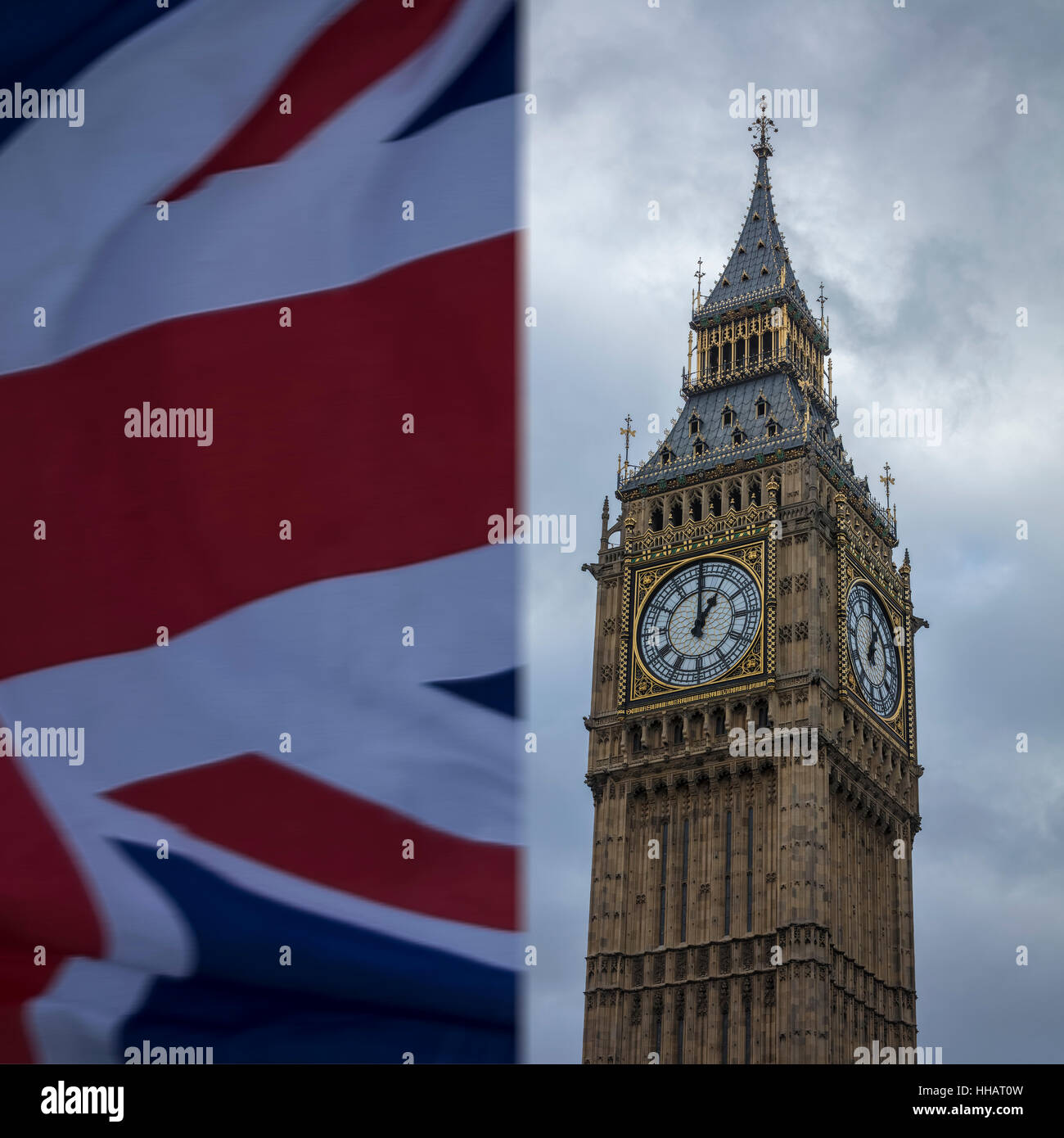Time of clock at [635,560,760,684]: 1:00
